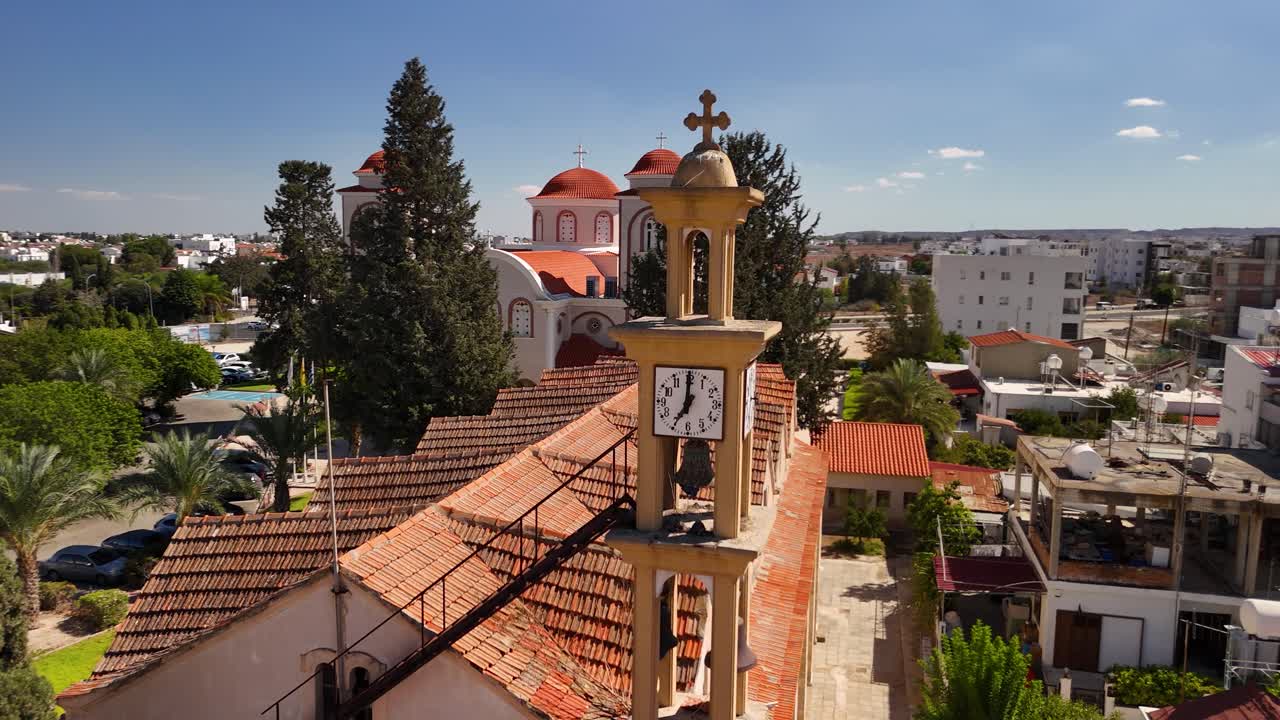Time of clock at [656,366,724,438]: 7:00
